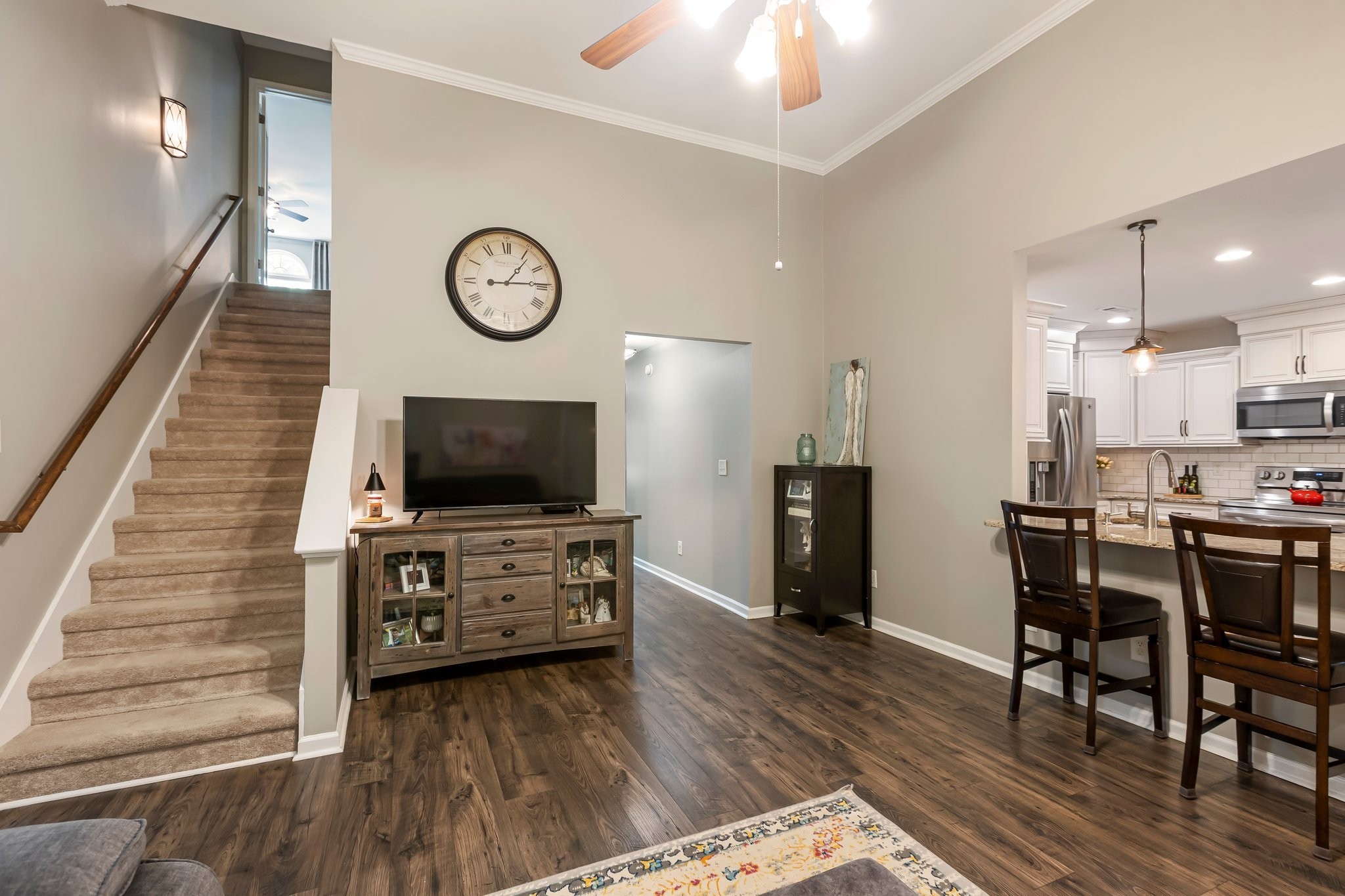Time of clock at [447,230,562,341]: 1:14
